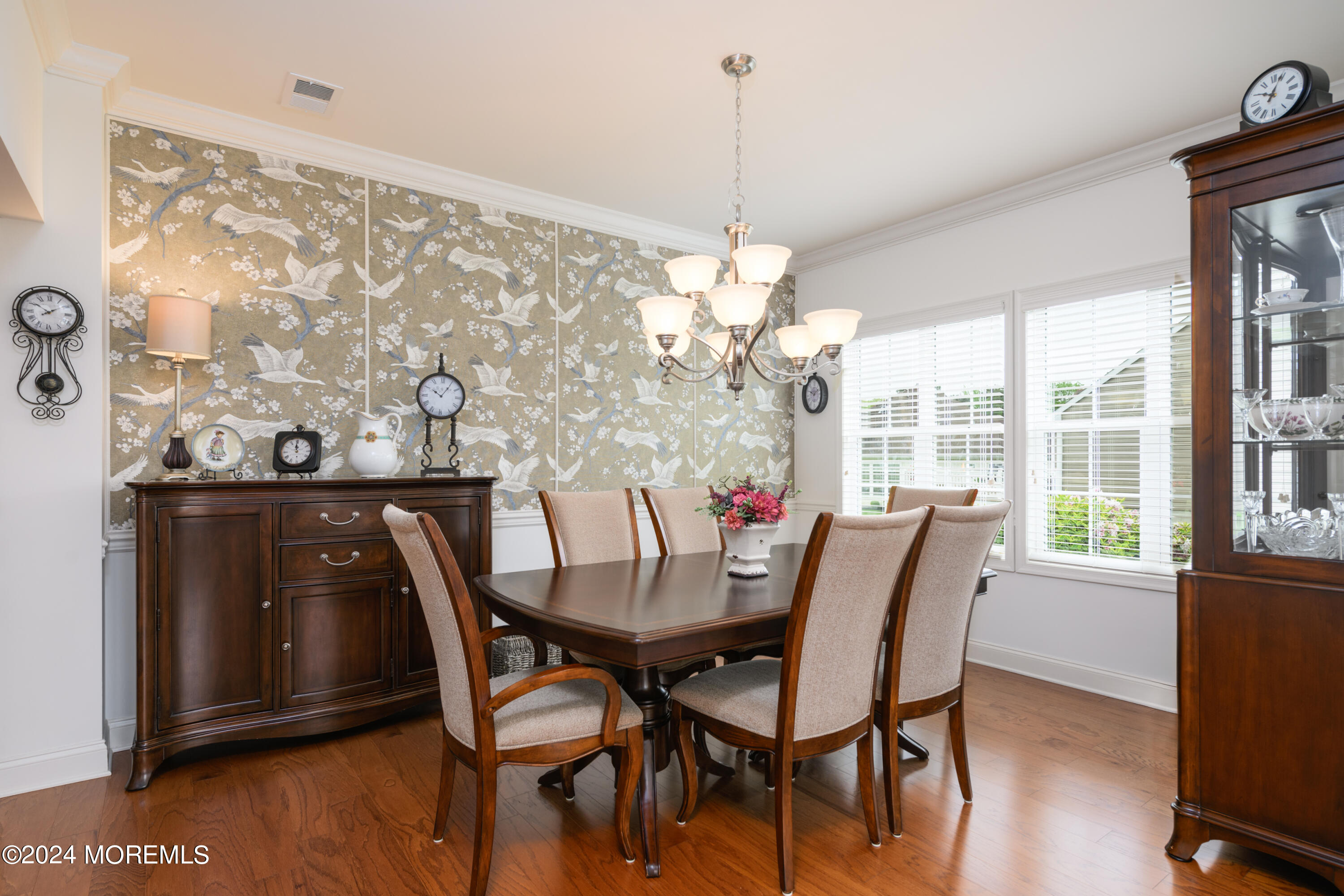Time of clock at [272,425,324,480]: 12:00
